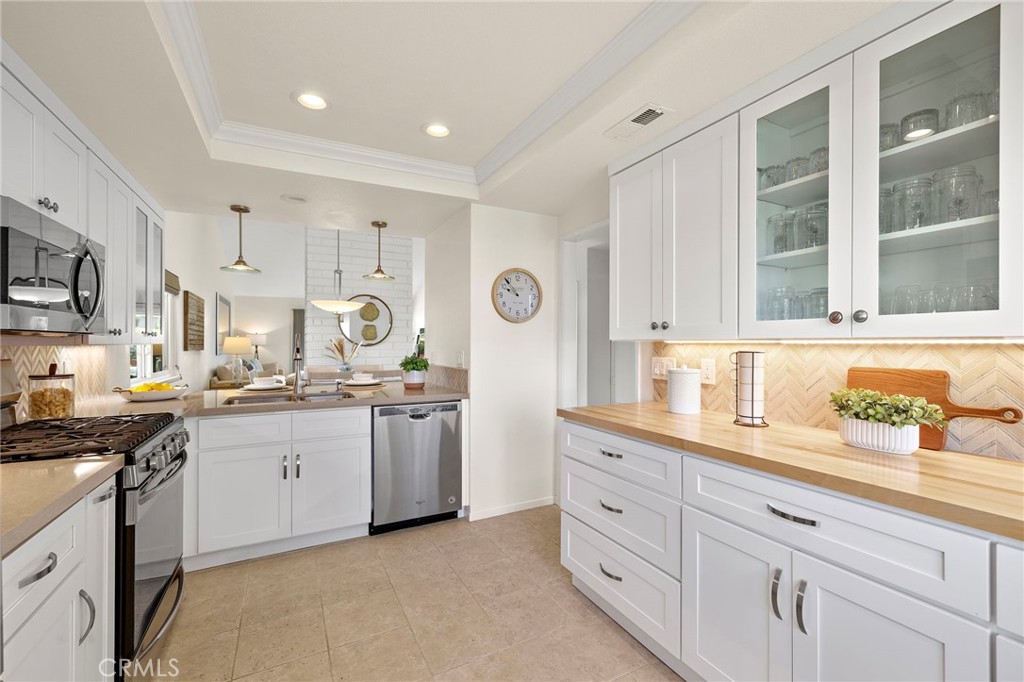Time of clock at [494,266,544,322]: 9:53
